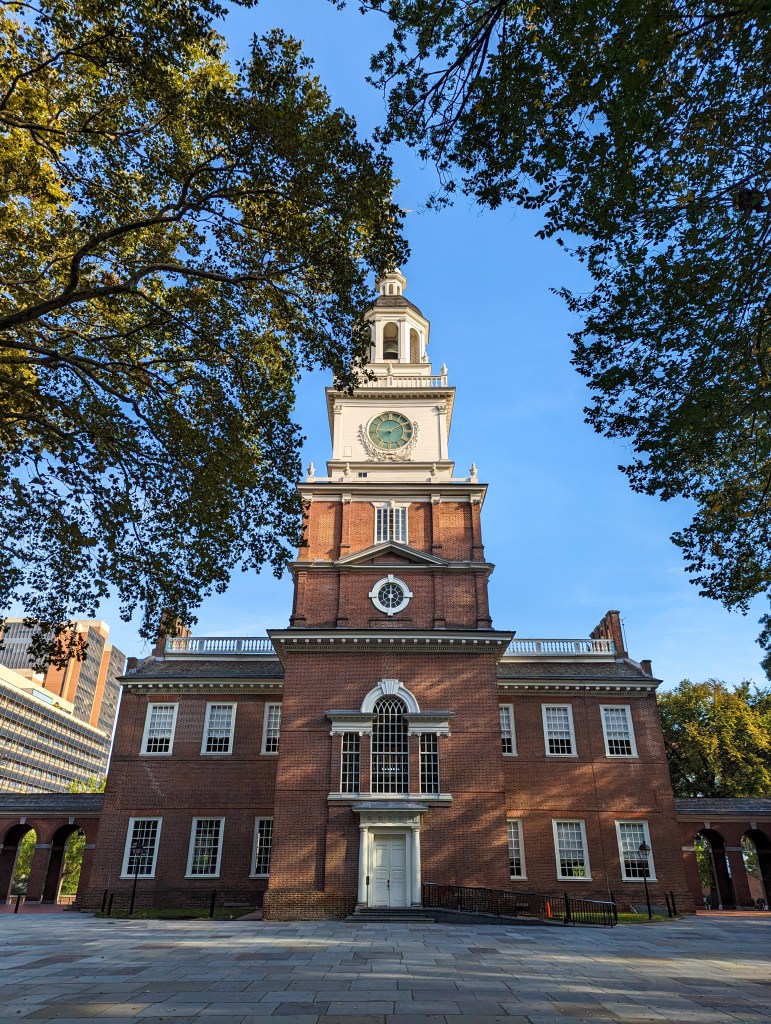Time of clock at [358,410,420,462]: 9:10
